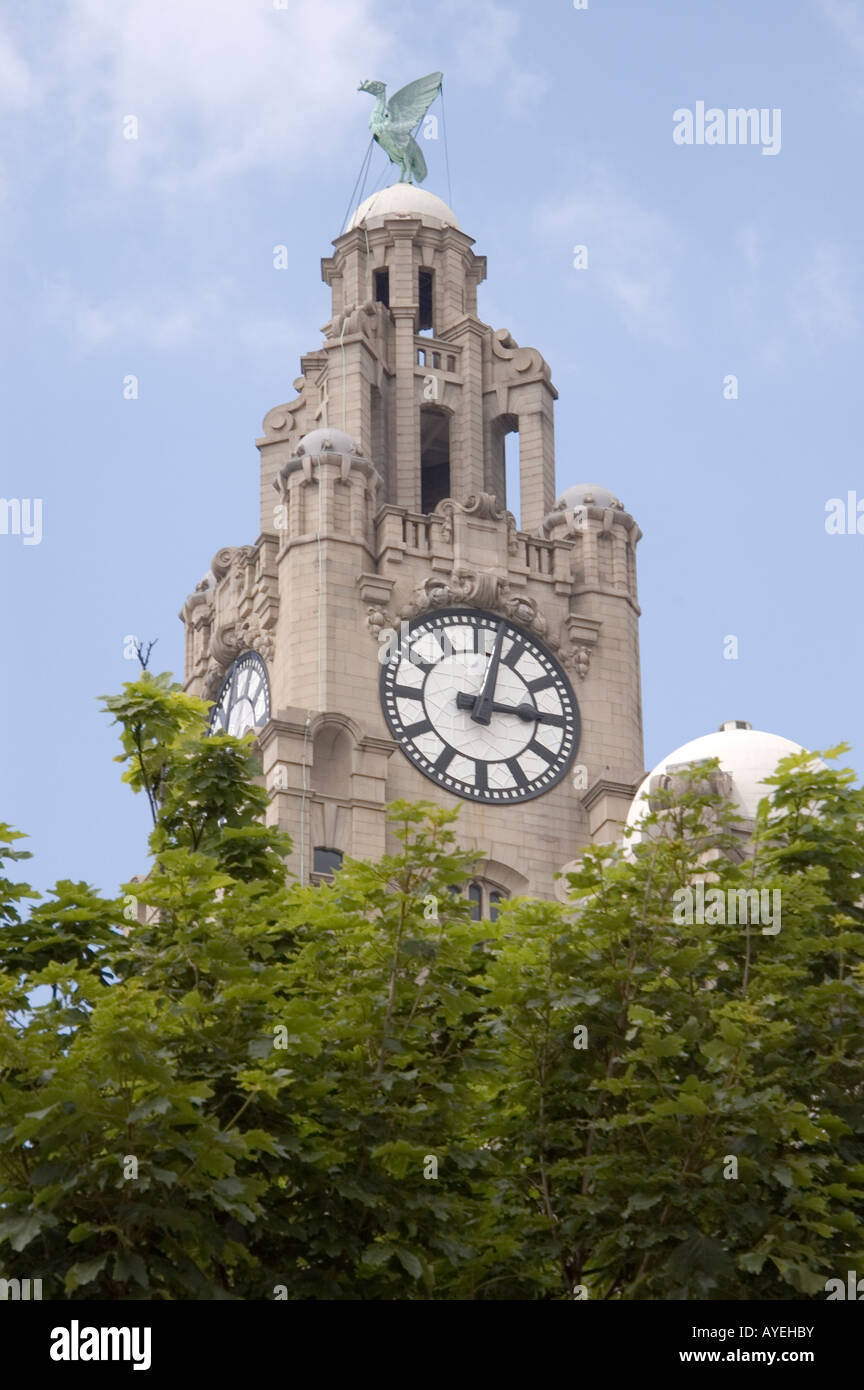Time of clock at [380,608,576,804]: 3:02
